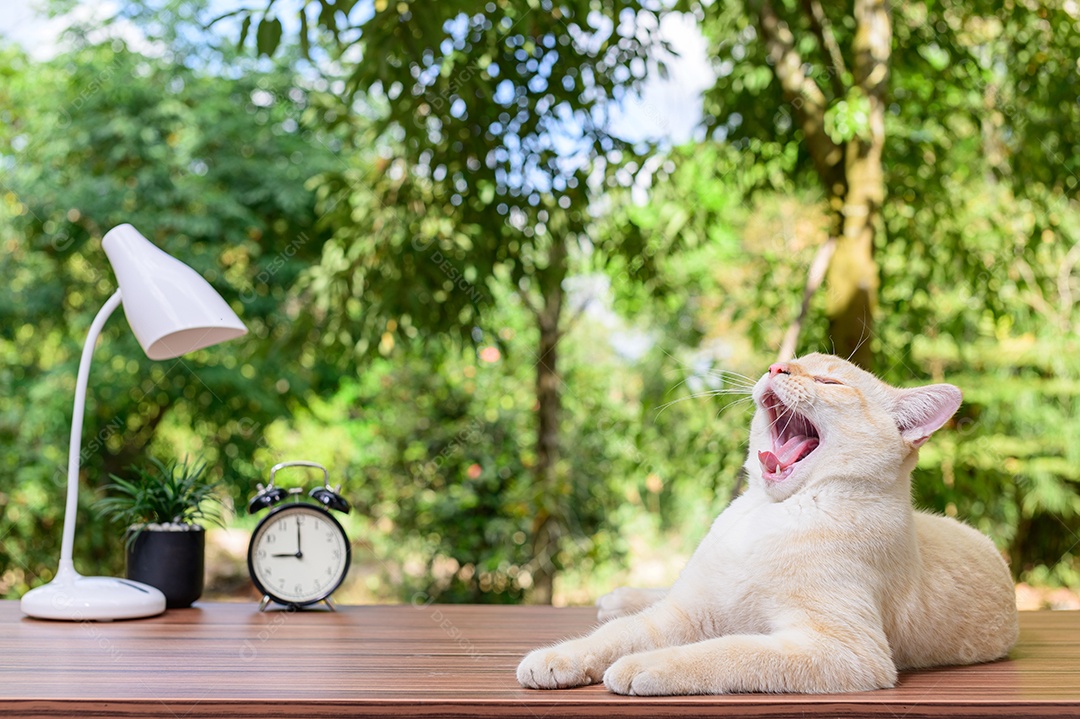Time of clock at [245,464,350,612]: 9:00
